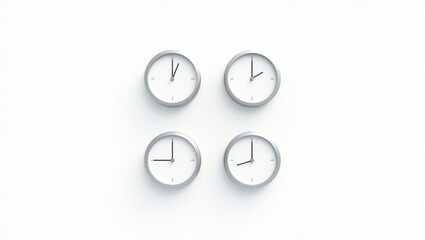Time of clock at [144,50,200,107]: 1:00
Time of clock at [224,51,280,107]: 2:00
